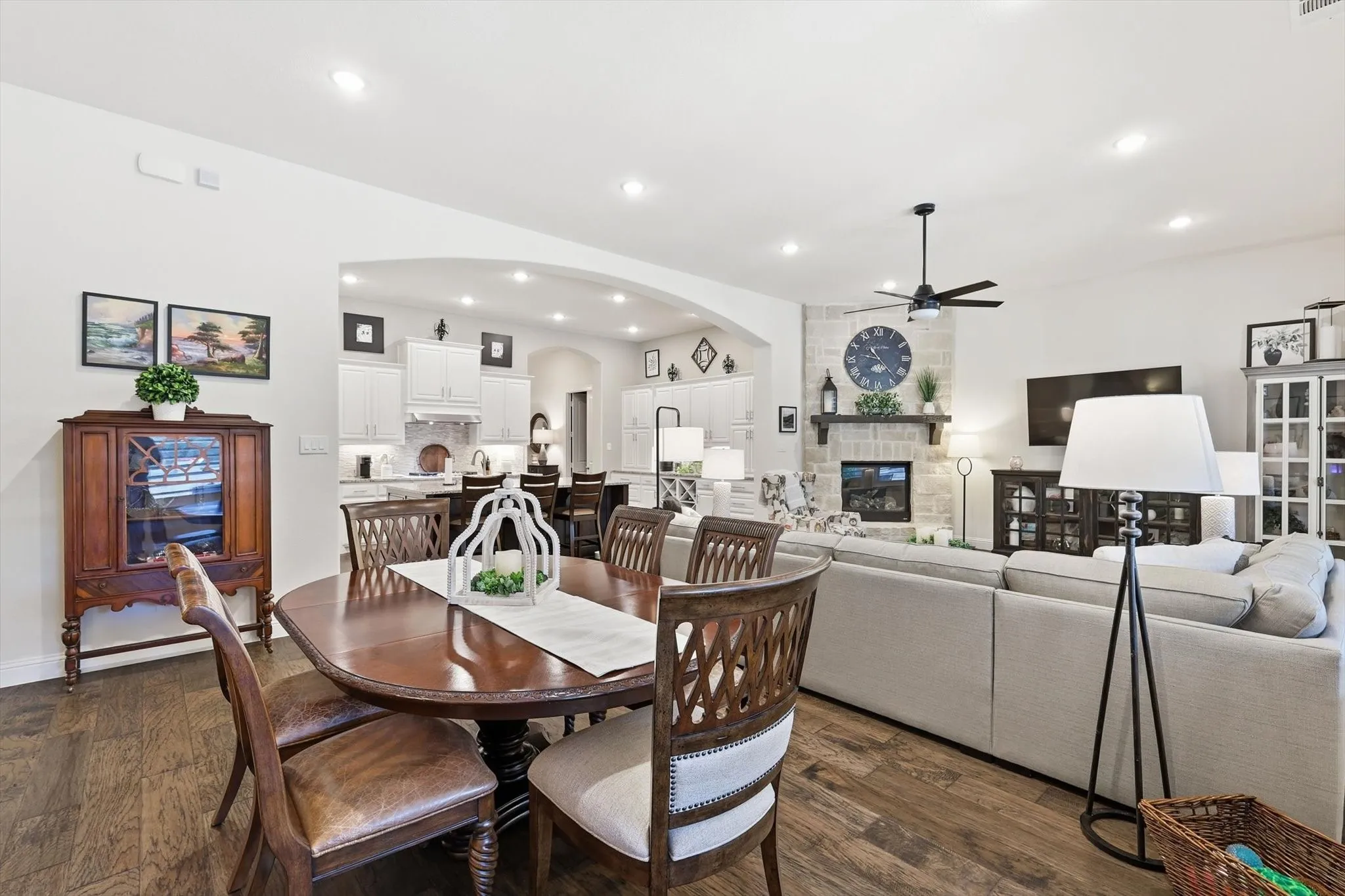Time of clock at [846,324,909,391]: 9:23
